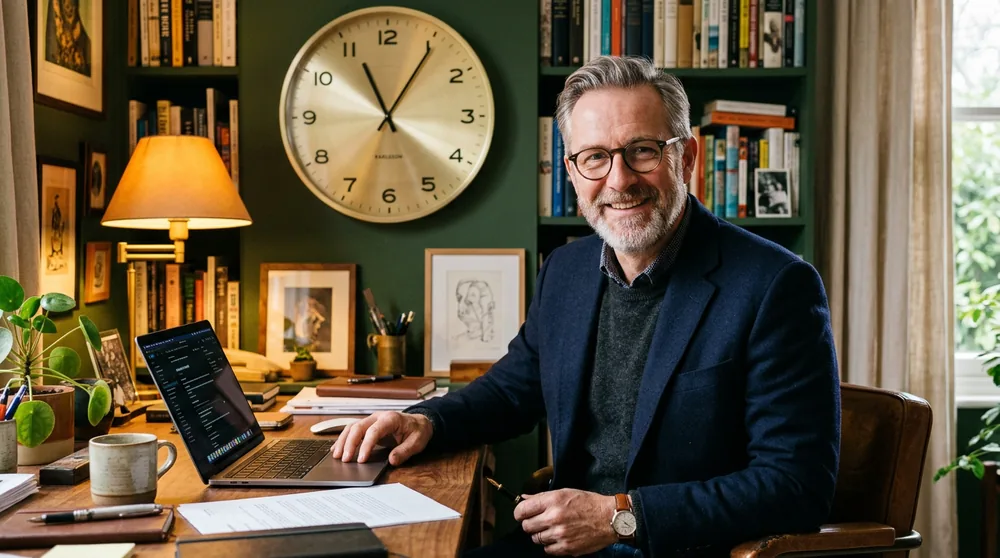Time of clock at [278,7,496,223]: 11:05
